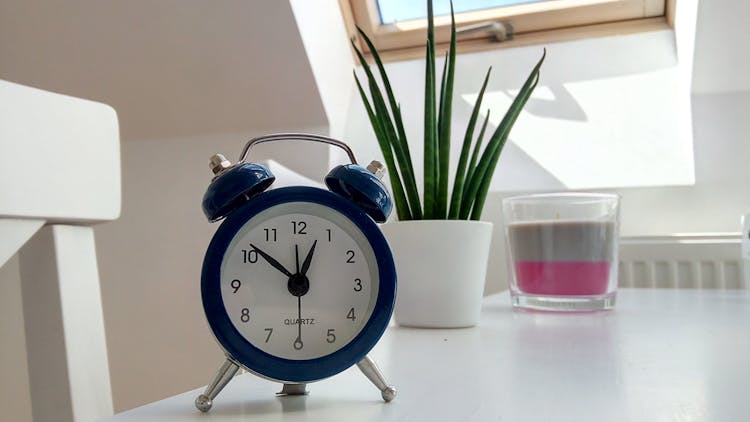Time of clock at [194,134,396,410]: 12:51
